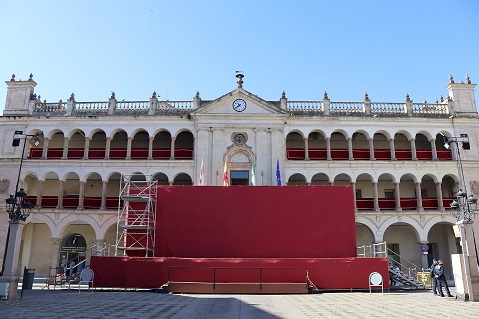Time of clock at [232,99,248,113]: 7:53
